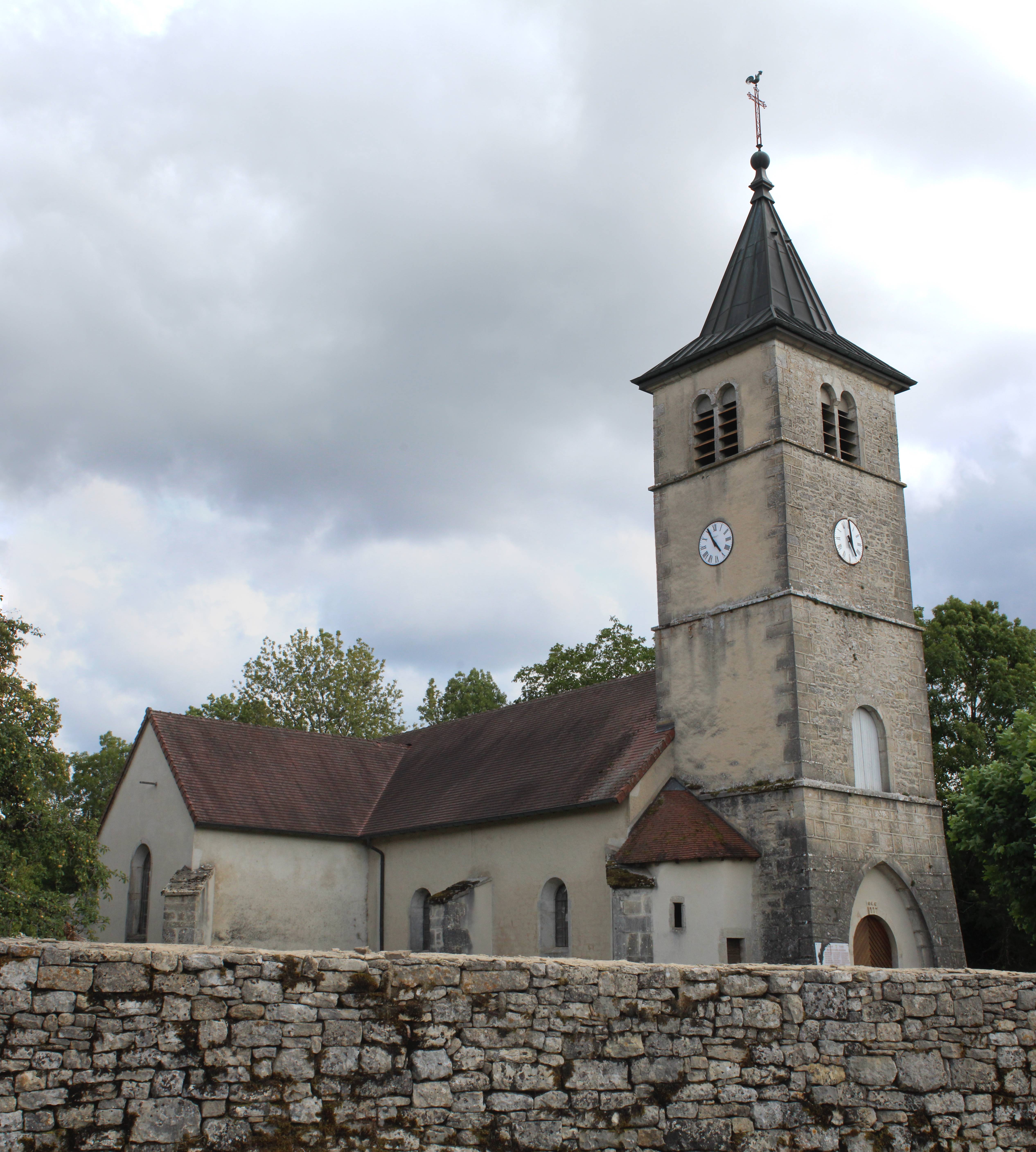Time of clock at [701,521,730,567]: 4:55
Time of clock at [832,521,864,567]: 5:00
